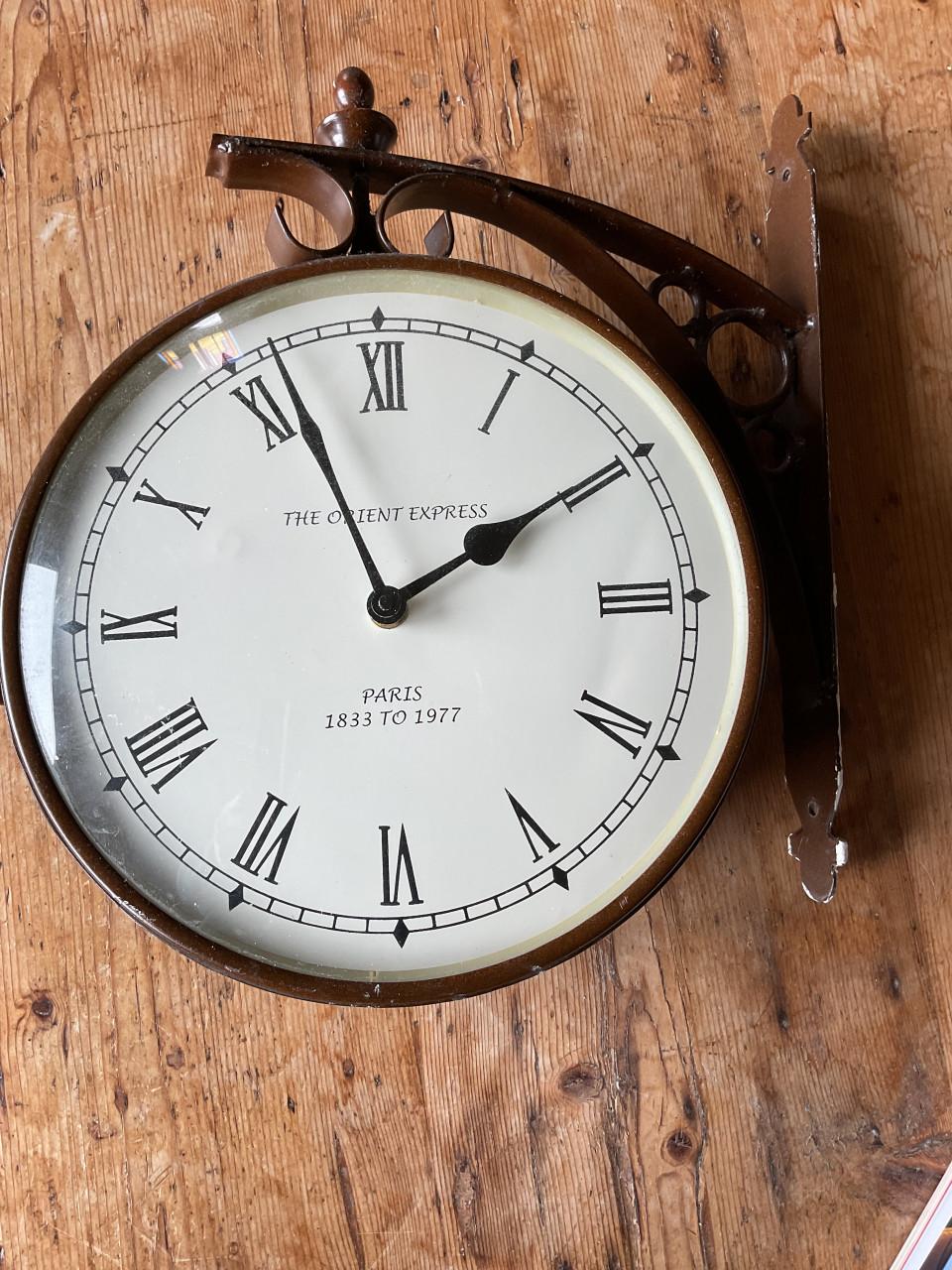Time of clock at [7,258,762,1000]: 1:56
